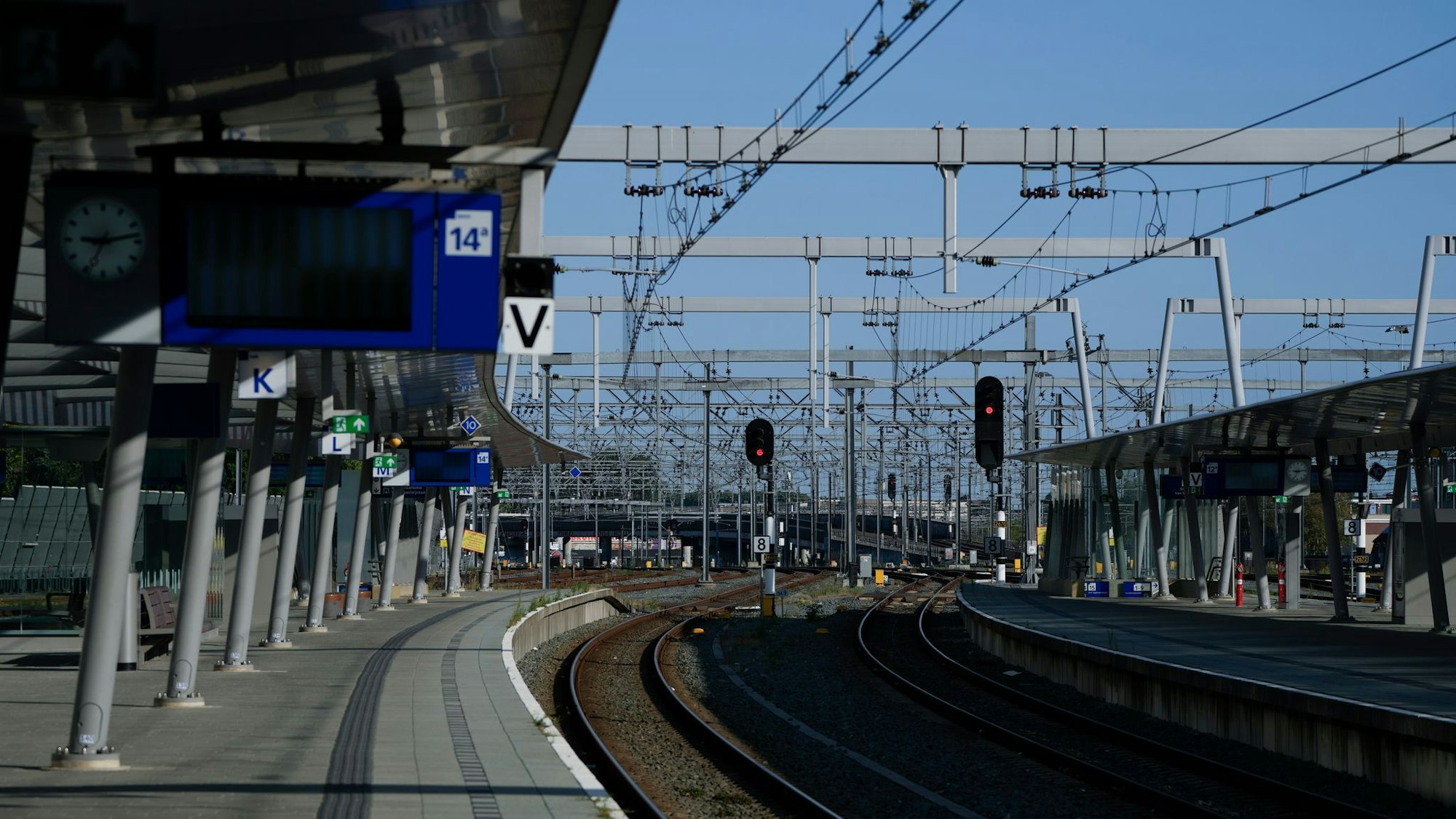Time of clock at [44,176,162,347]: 9:13
